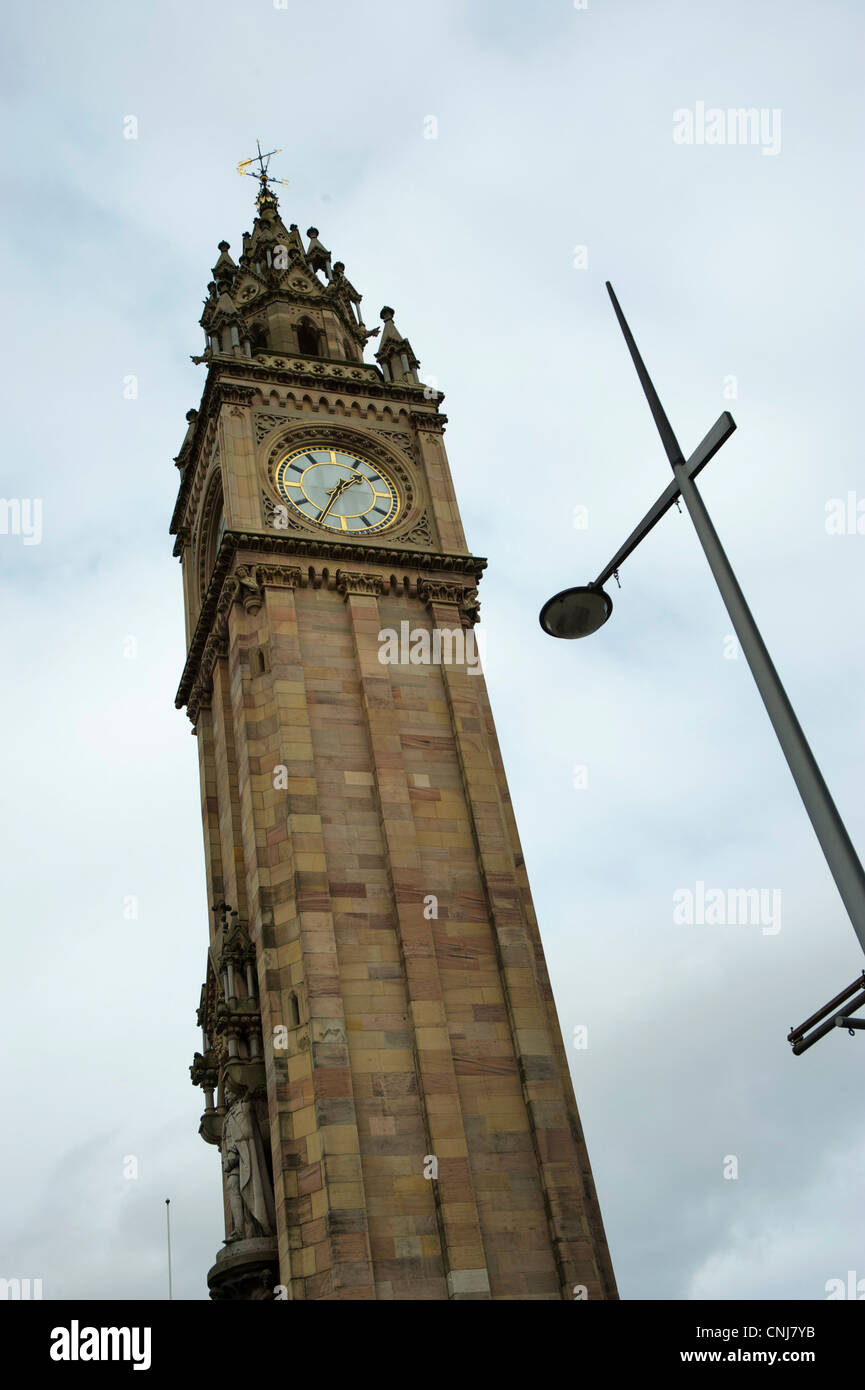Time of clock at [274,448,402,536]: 1:34
